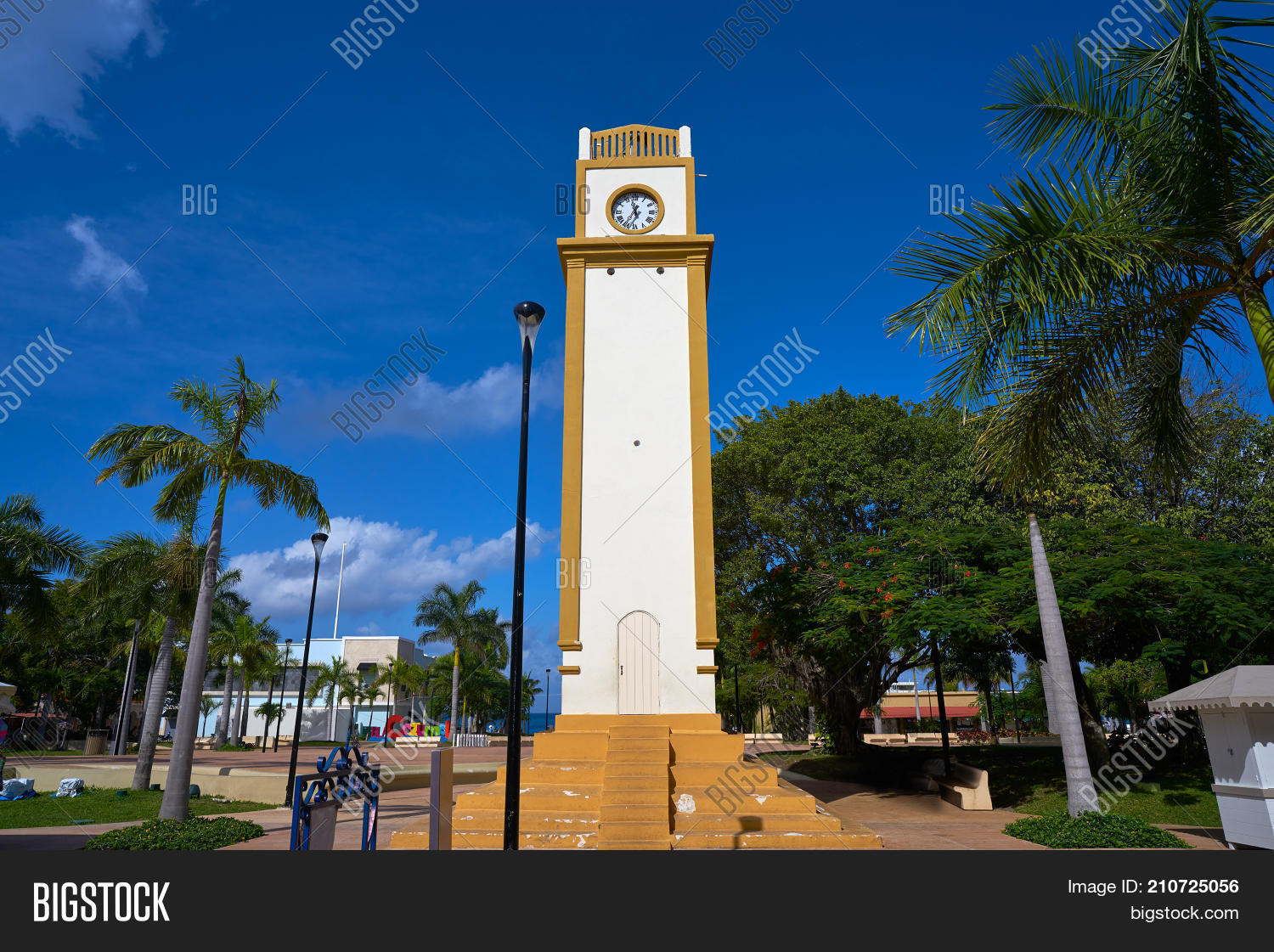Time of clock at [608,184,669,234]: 11:35
